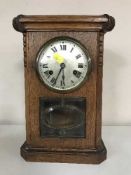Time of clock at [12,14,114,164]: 5:34
